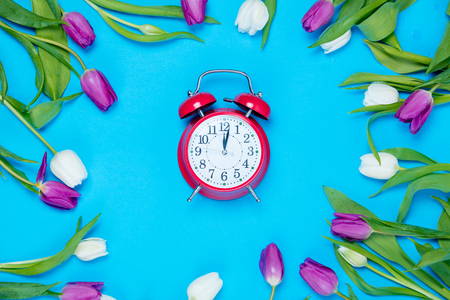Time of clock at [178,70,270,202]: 12:01
